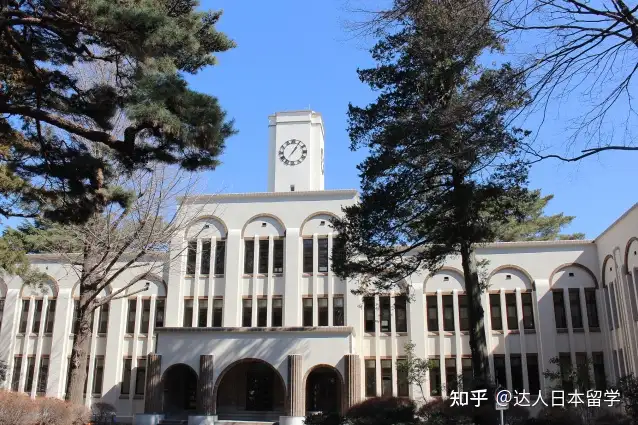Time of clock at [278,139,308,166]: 1:05
